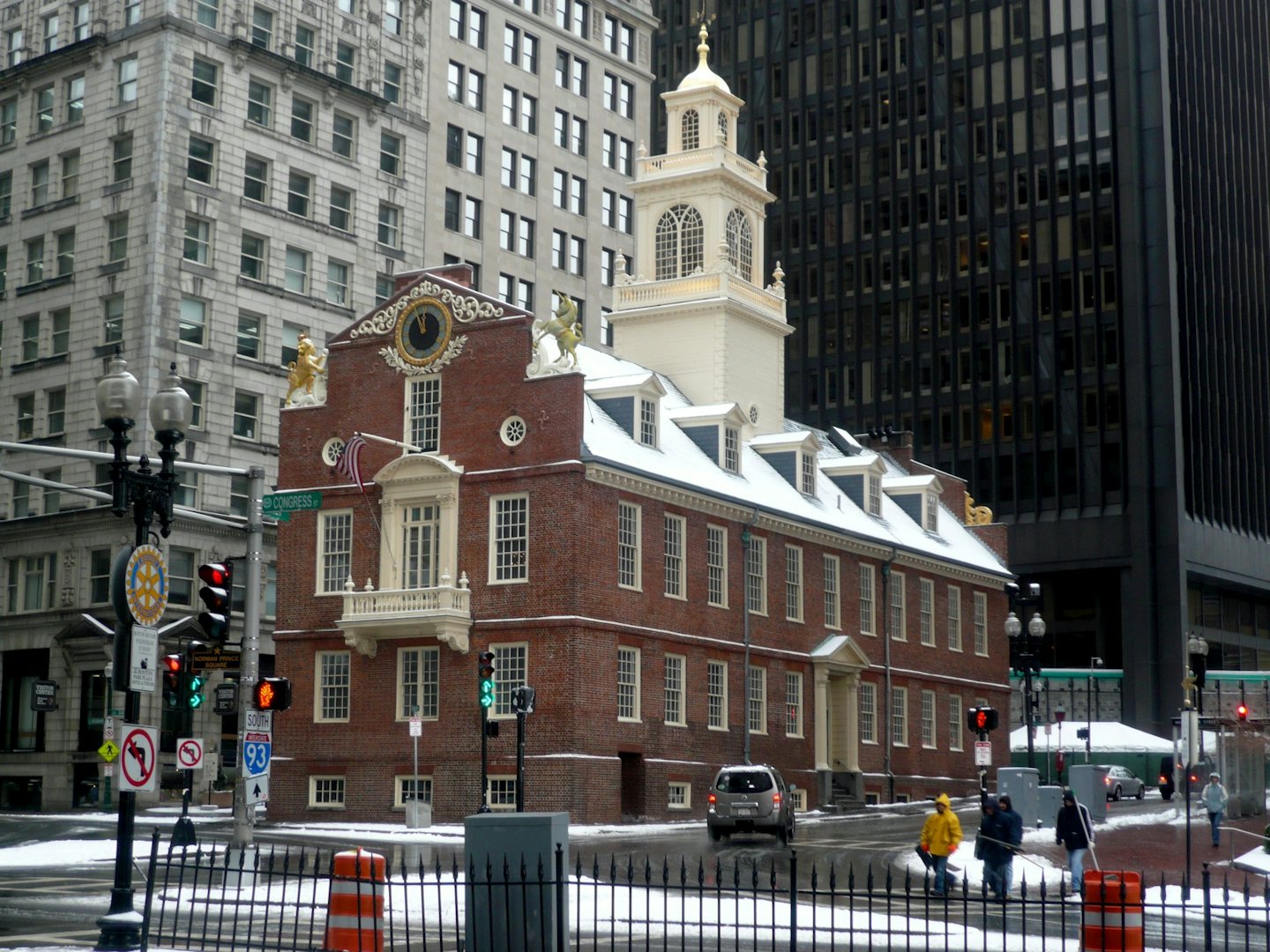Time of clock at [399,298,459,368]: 11:55
